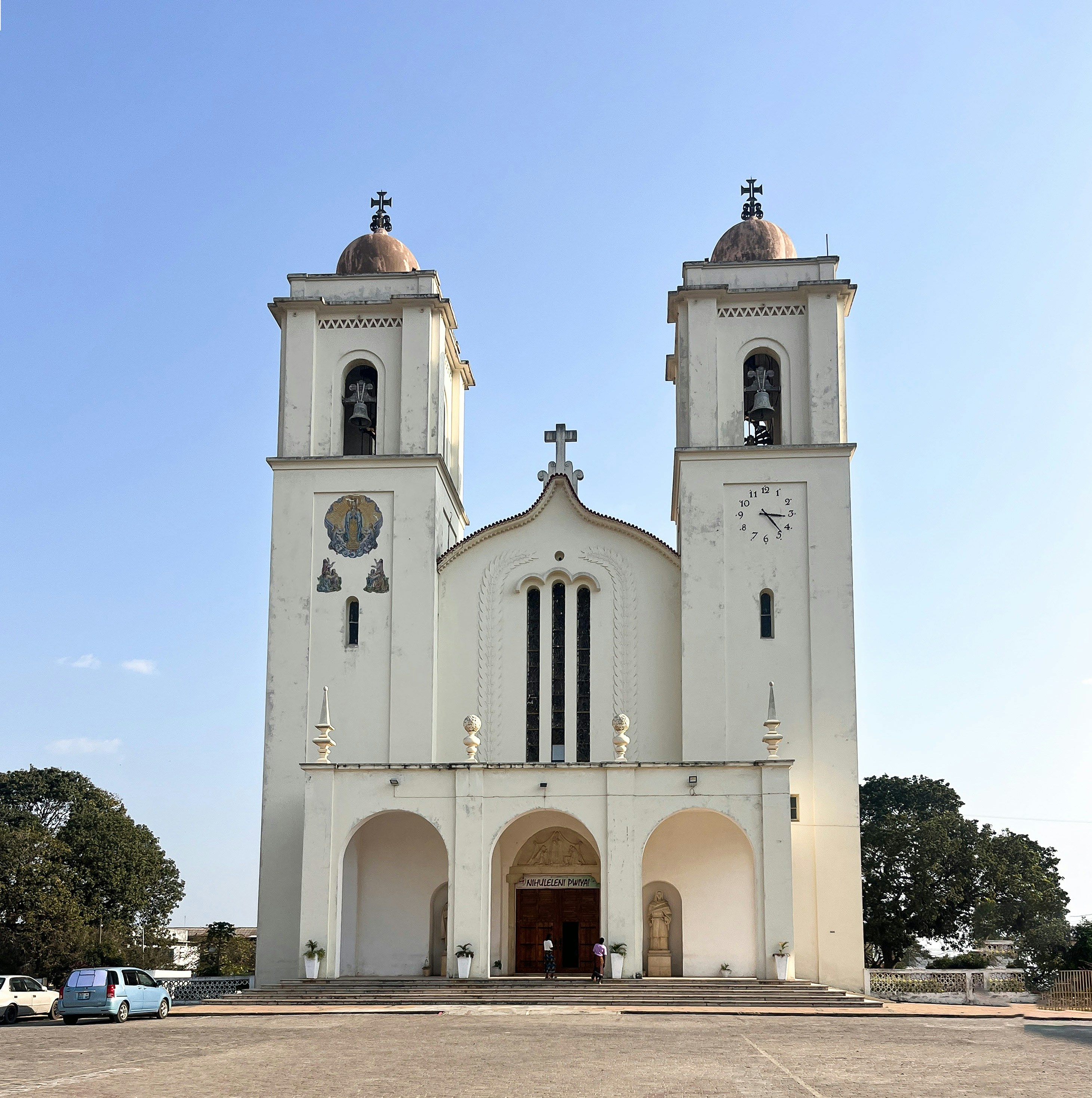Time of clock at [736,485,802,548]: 3:23
